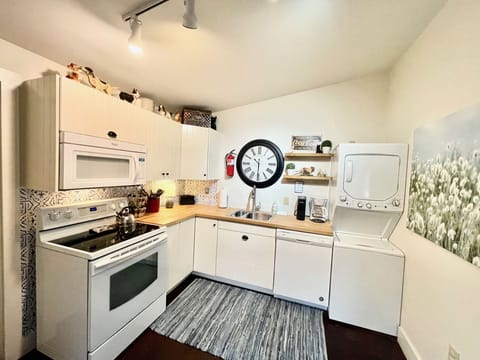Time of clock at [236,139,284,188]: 10:30
